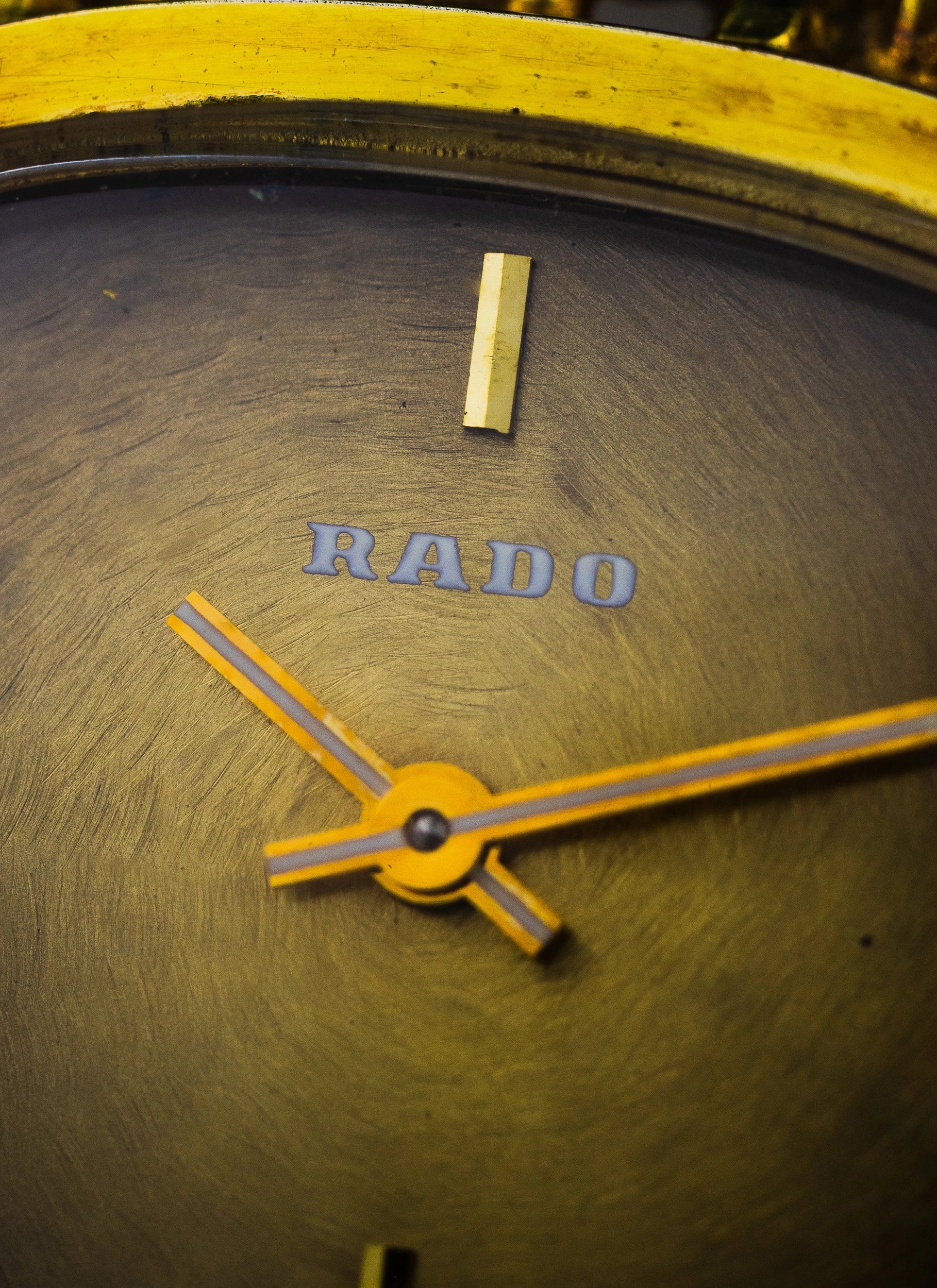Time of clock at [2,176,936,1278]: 4:12
